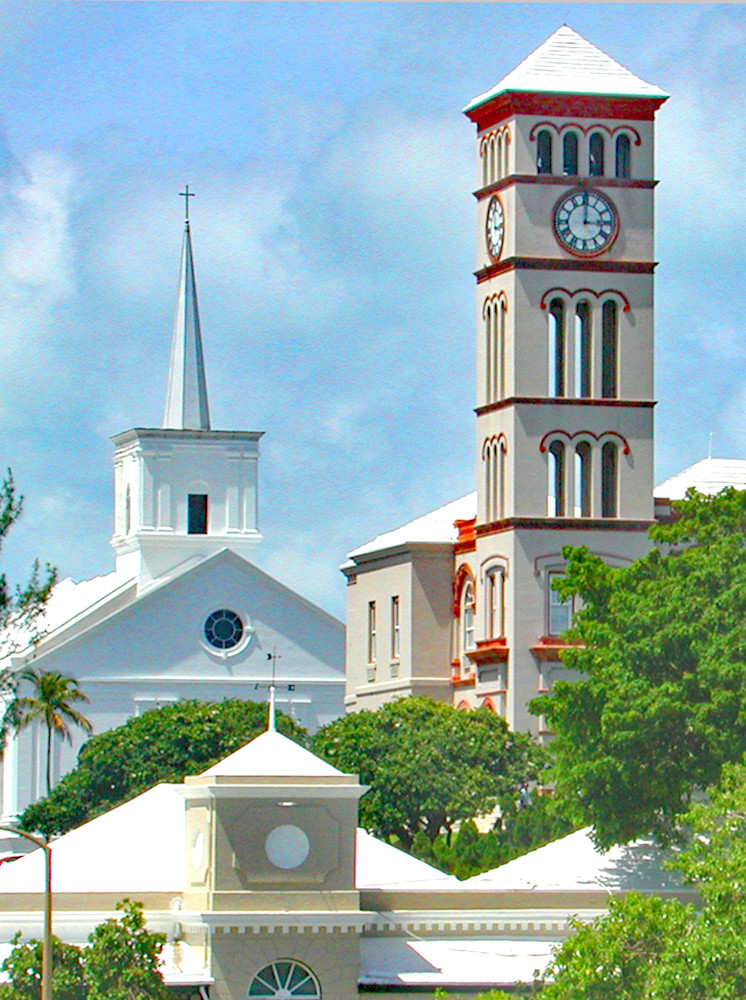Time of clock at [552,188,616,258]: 3:00
